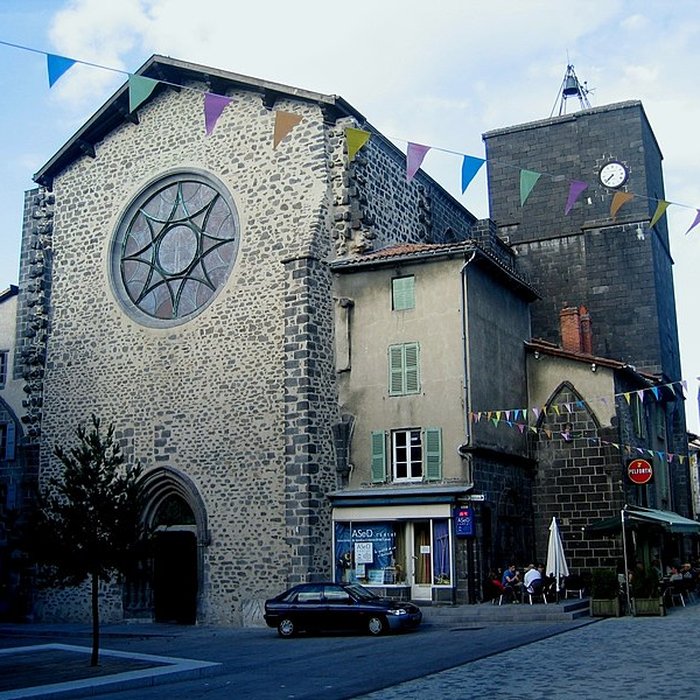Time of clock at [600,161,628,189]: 7:37
